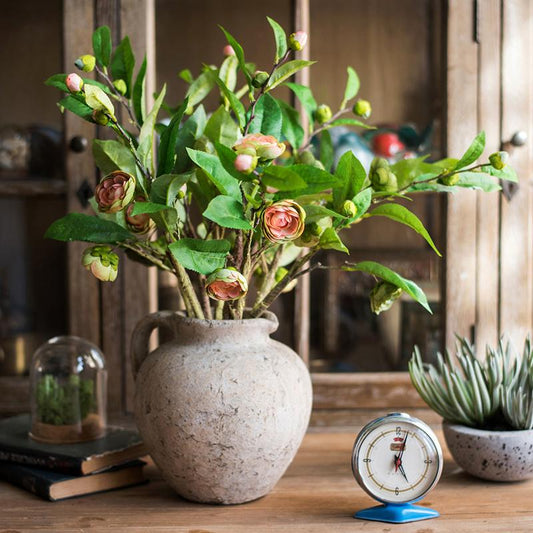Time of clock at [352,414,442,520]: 5:03
